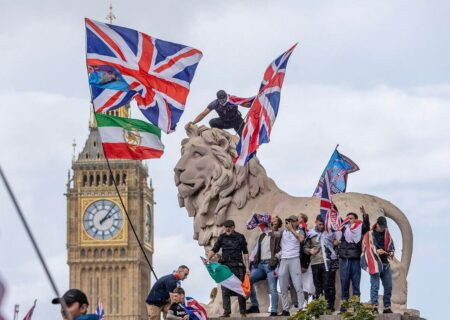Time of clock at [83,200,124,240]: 2:06
